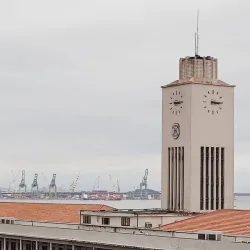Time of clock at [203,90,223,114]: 3:14
